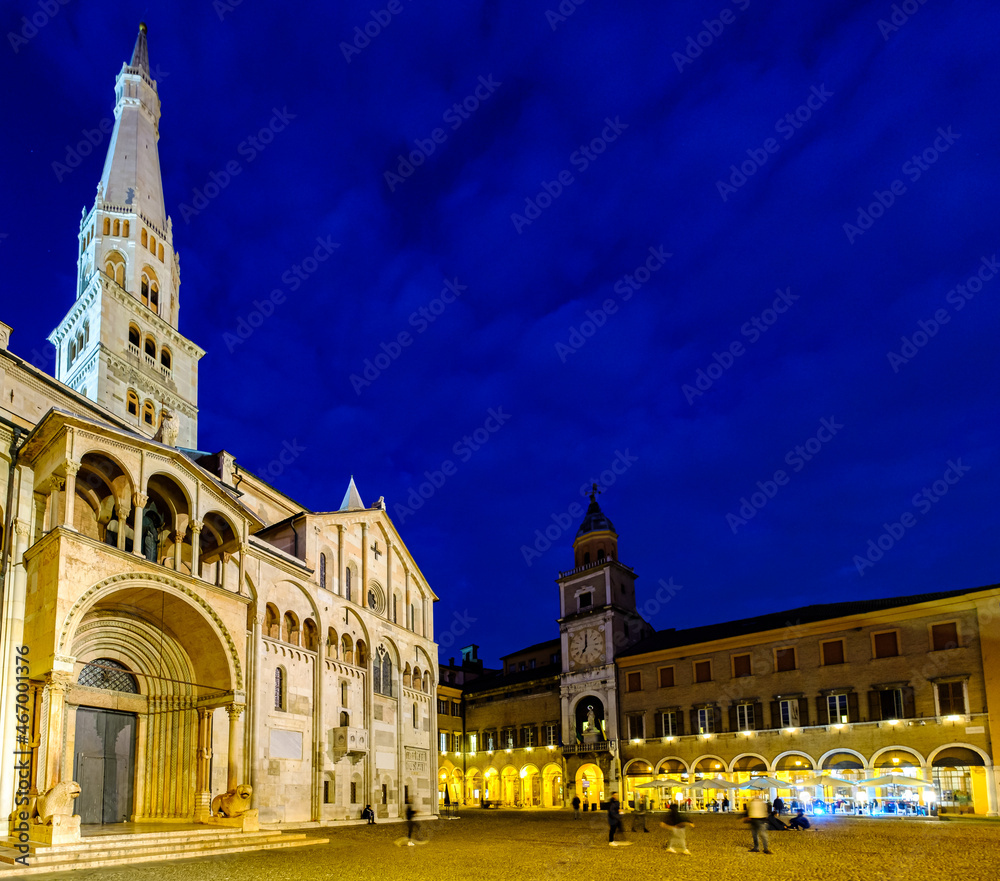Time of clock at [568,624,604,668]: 7:00
